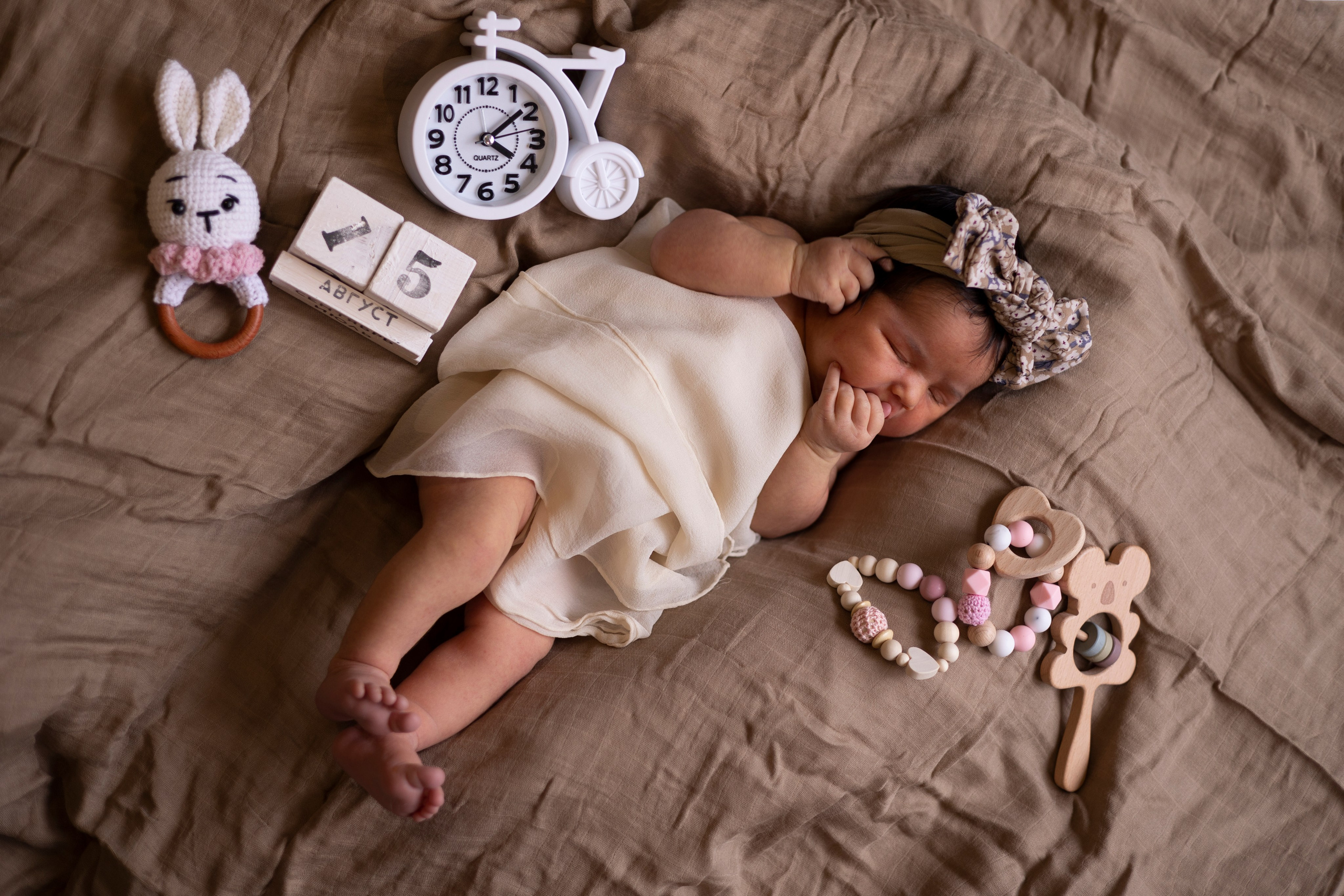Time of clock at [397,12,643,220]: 4:08
